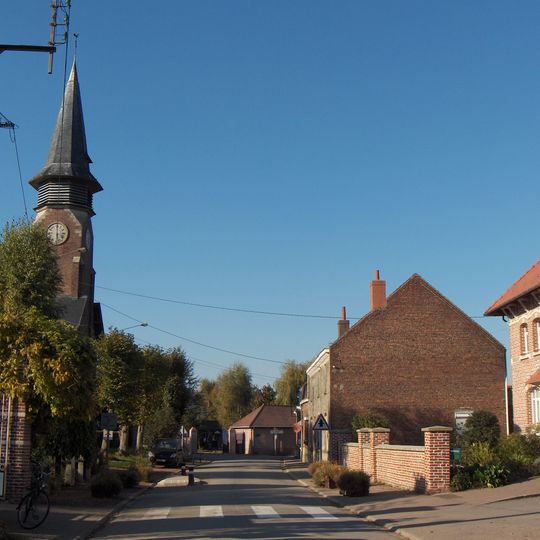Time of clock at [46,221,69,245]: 6:00
